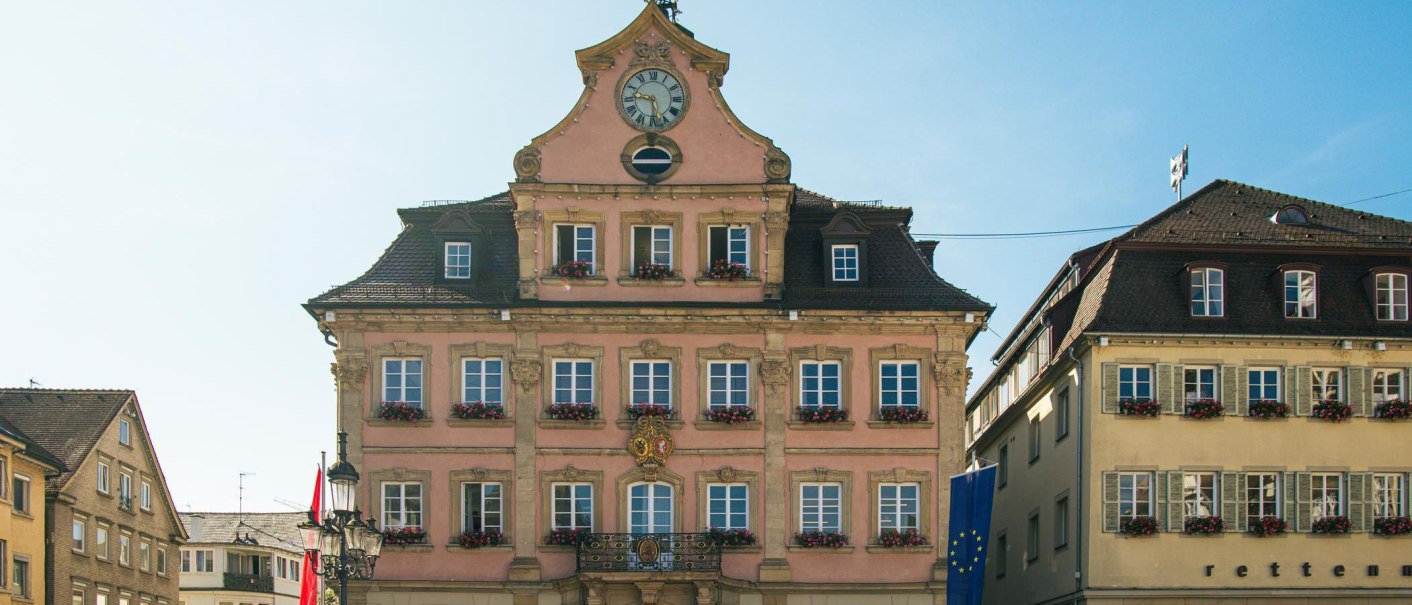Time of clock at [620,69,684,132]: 9:28
